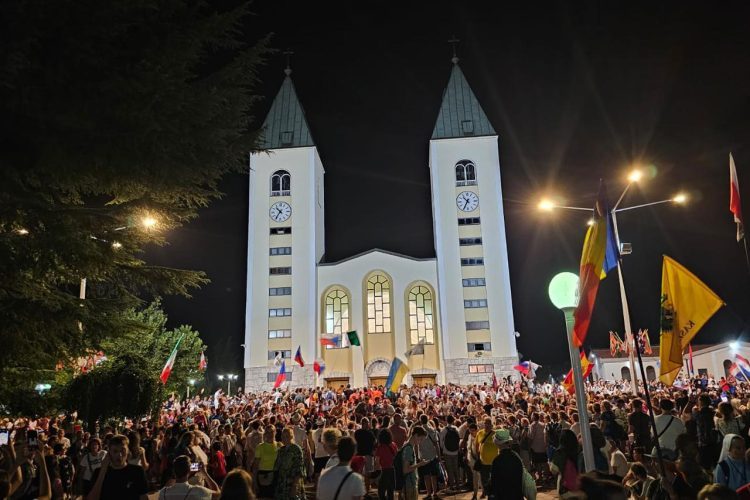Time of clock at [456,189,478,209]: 10:34
